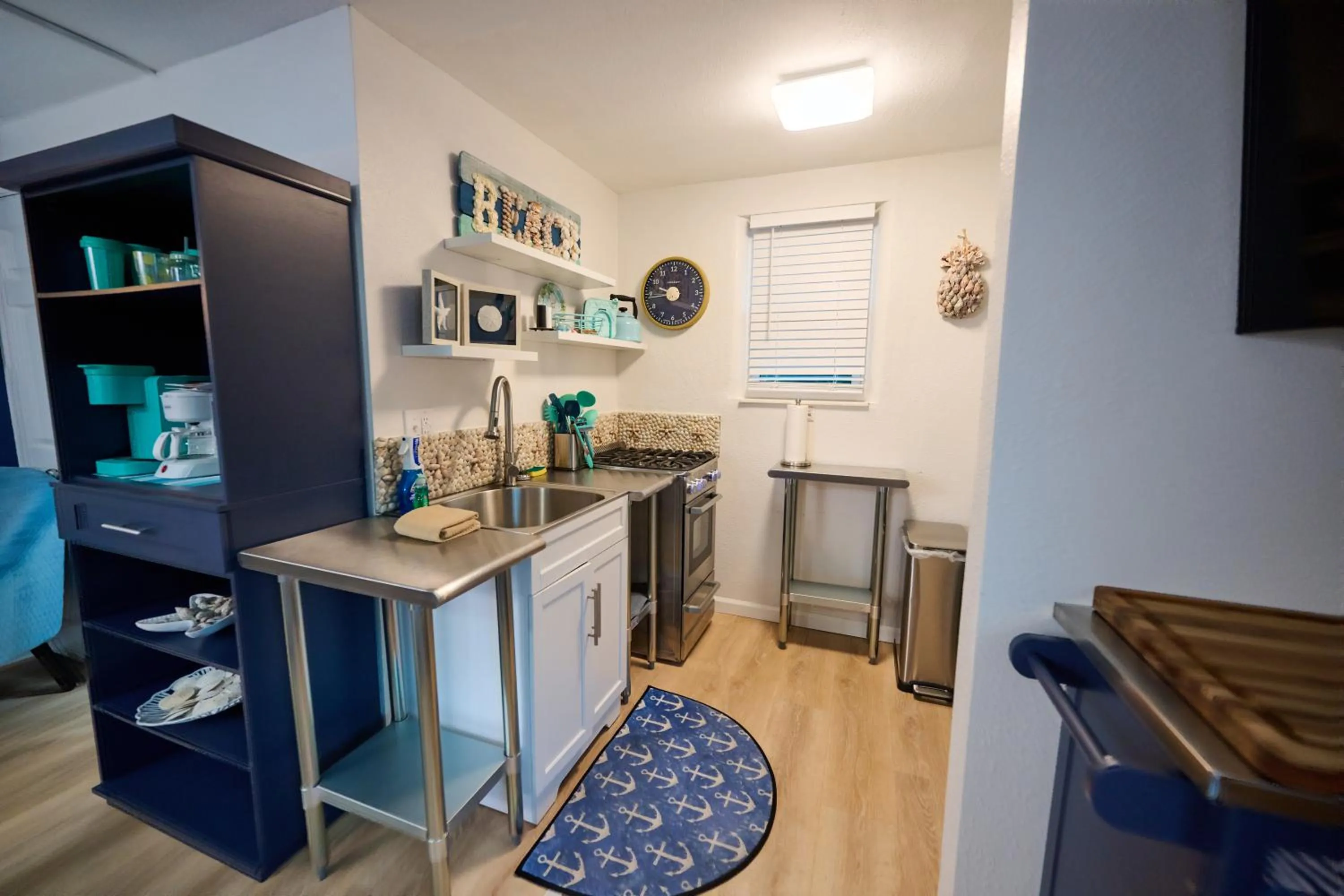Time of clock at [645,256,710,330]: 9:43
